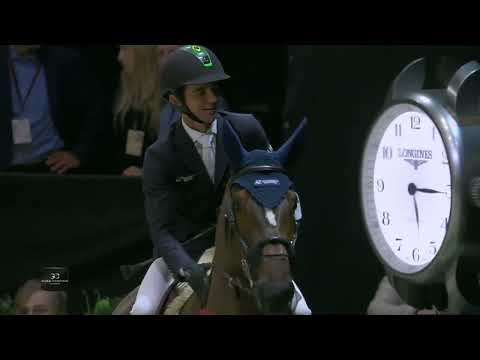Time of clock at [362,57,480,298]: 5:15
